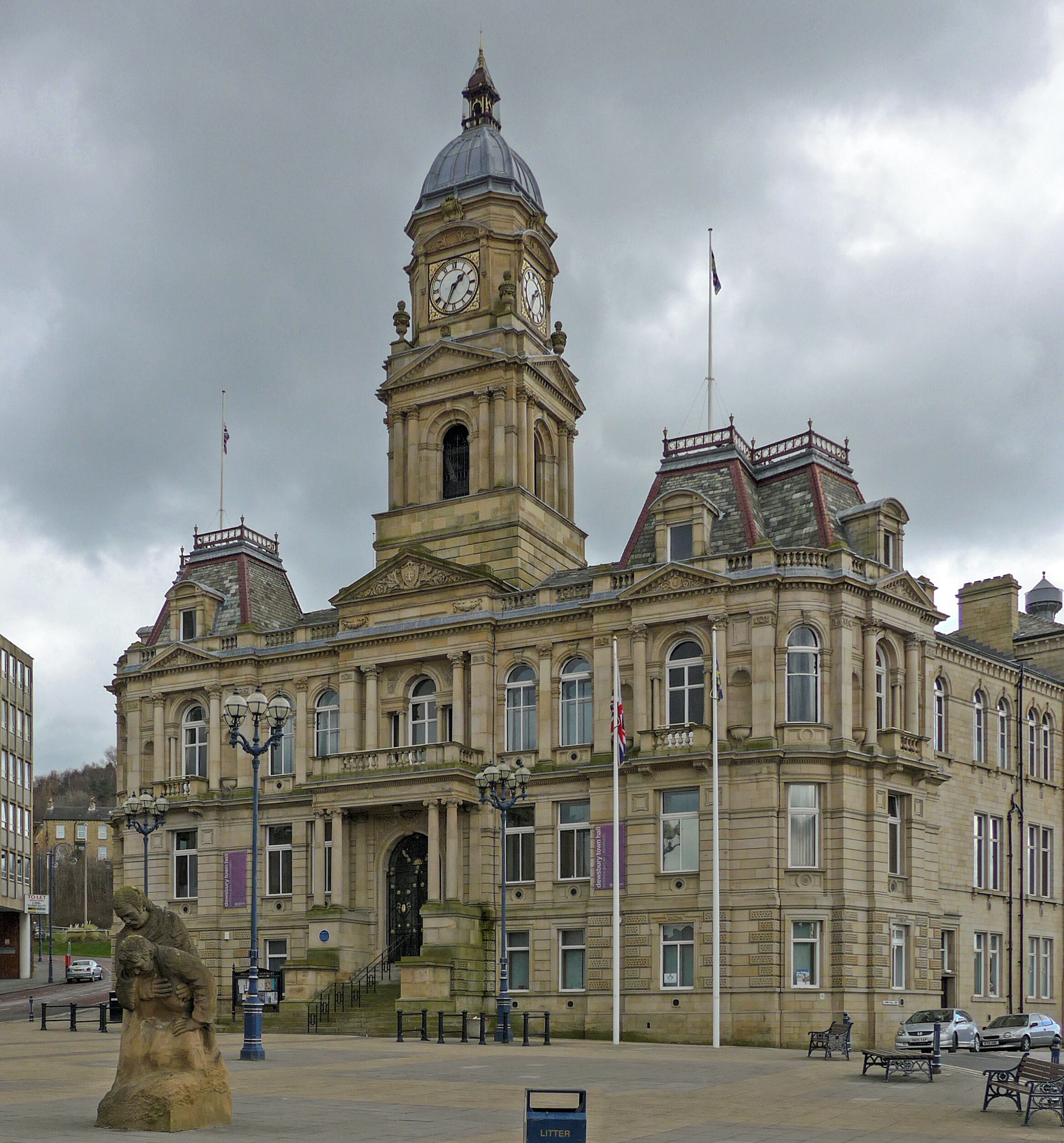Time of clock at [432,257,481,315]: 1:34
